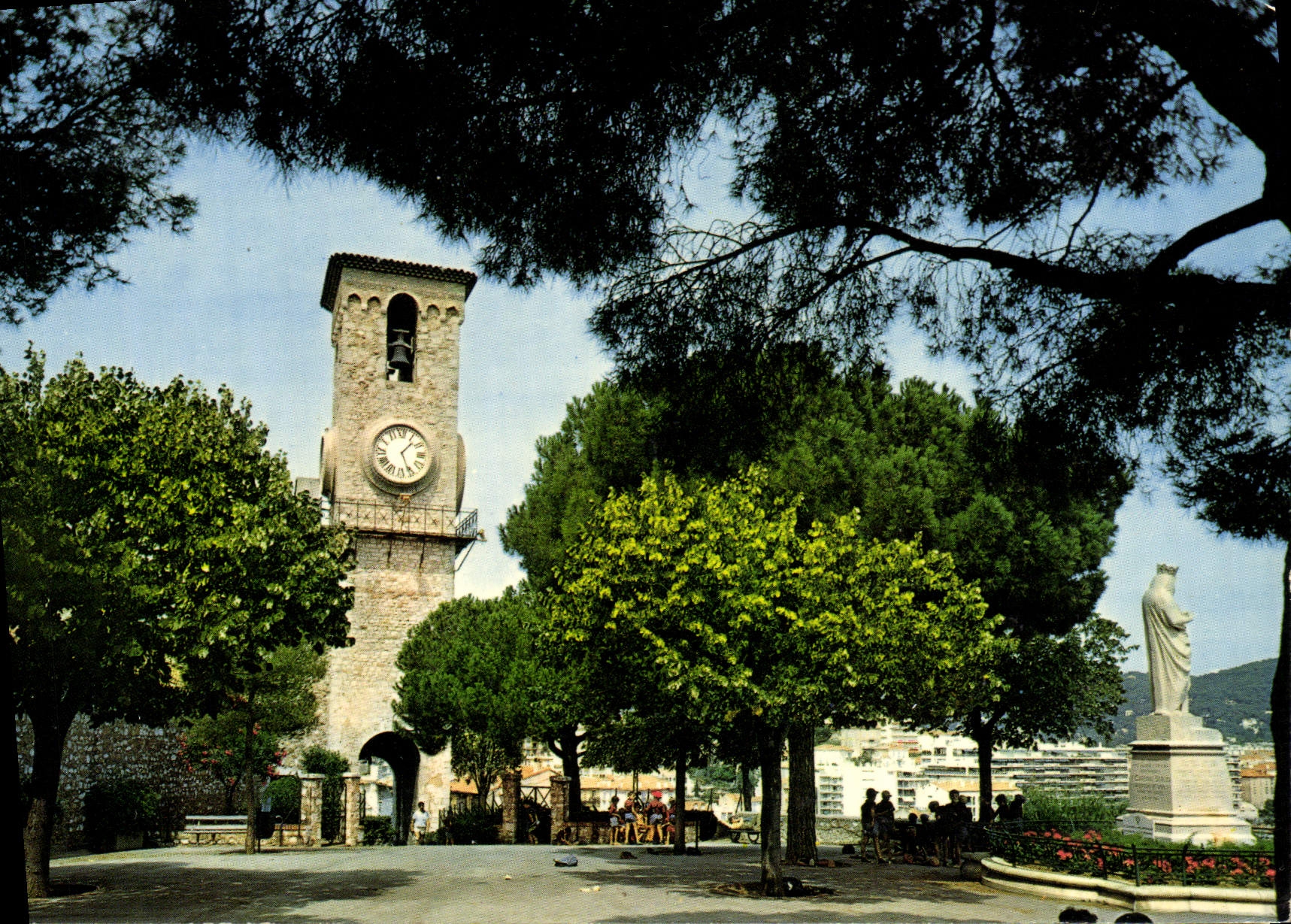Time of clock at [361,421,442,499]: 1:26
